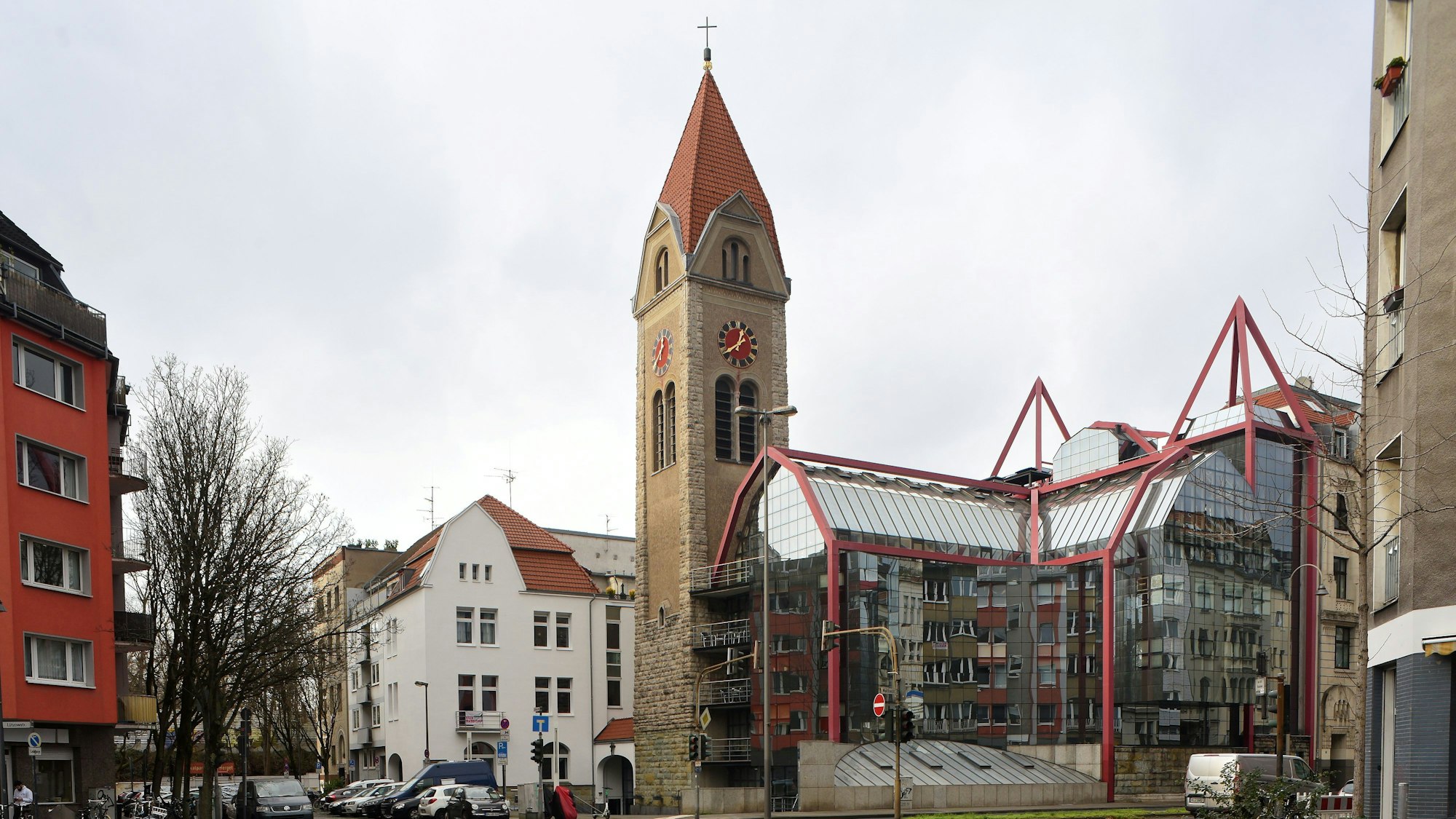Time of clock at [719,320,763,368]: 12:39
